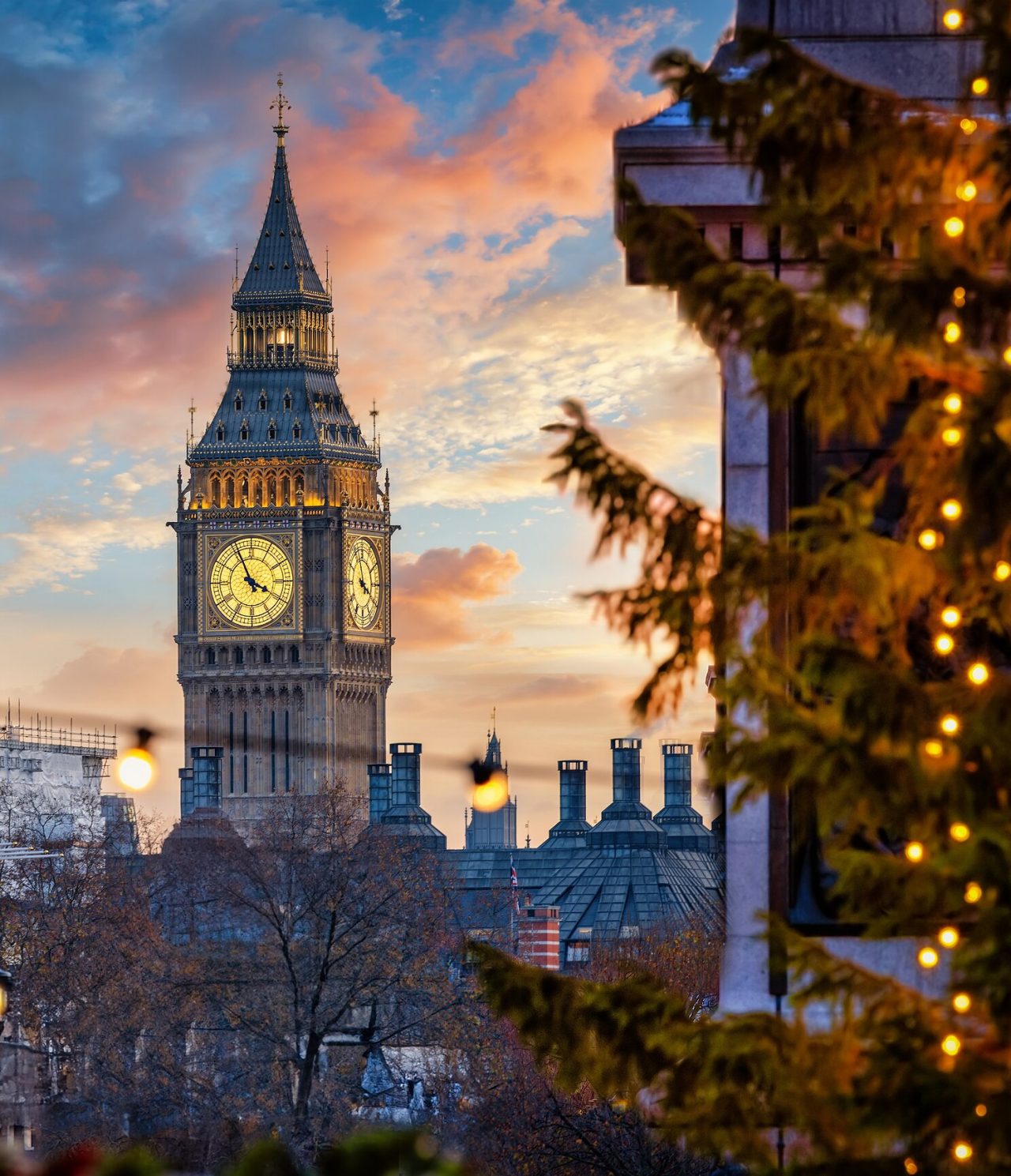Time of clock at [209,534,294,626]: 3:55
